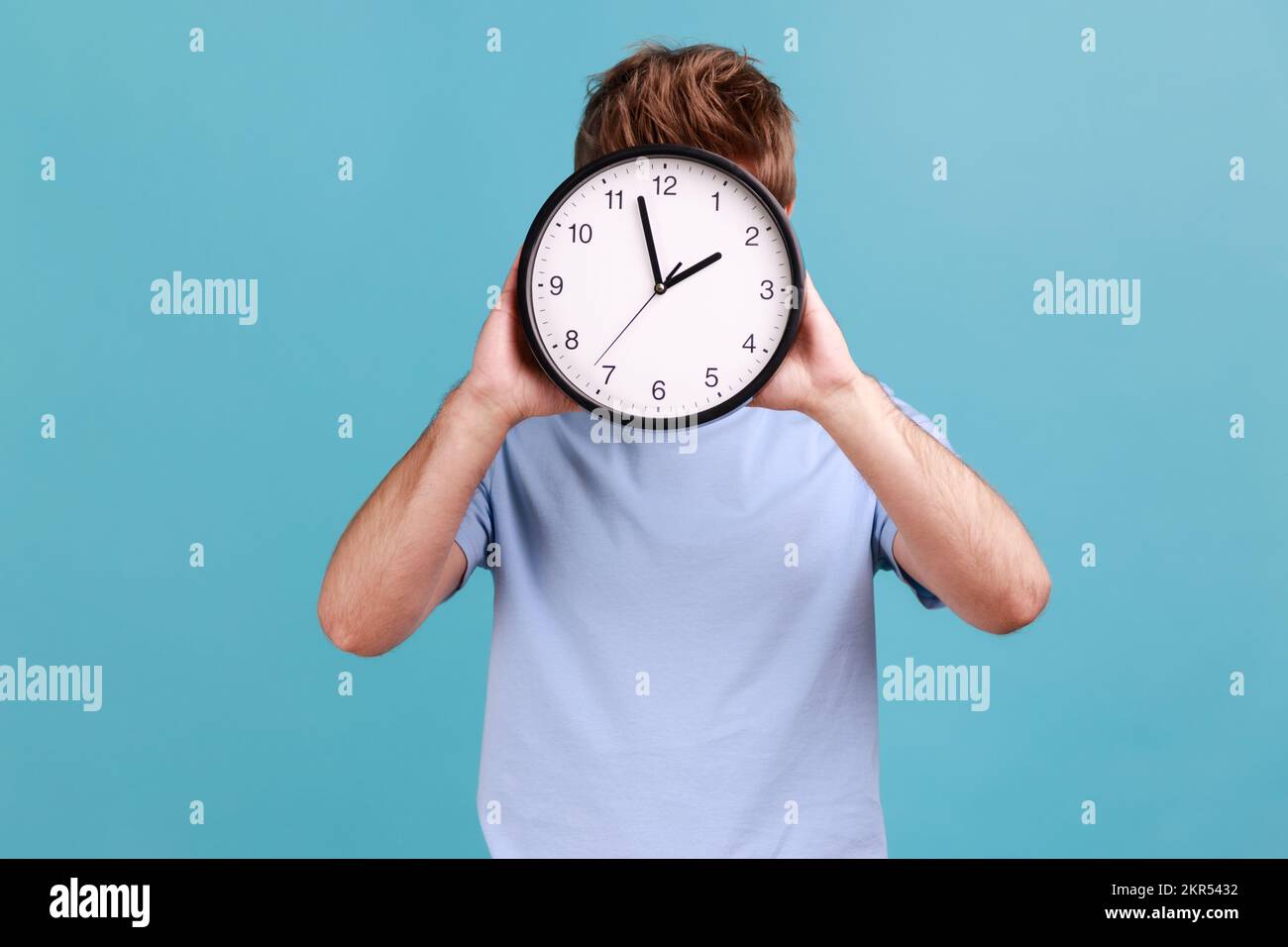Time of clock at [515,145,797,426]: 1:57
